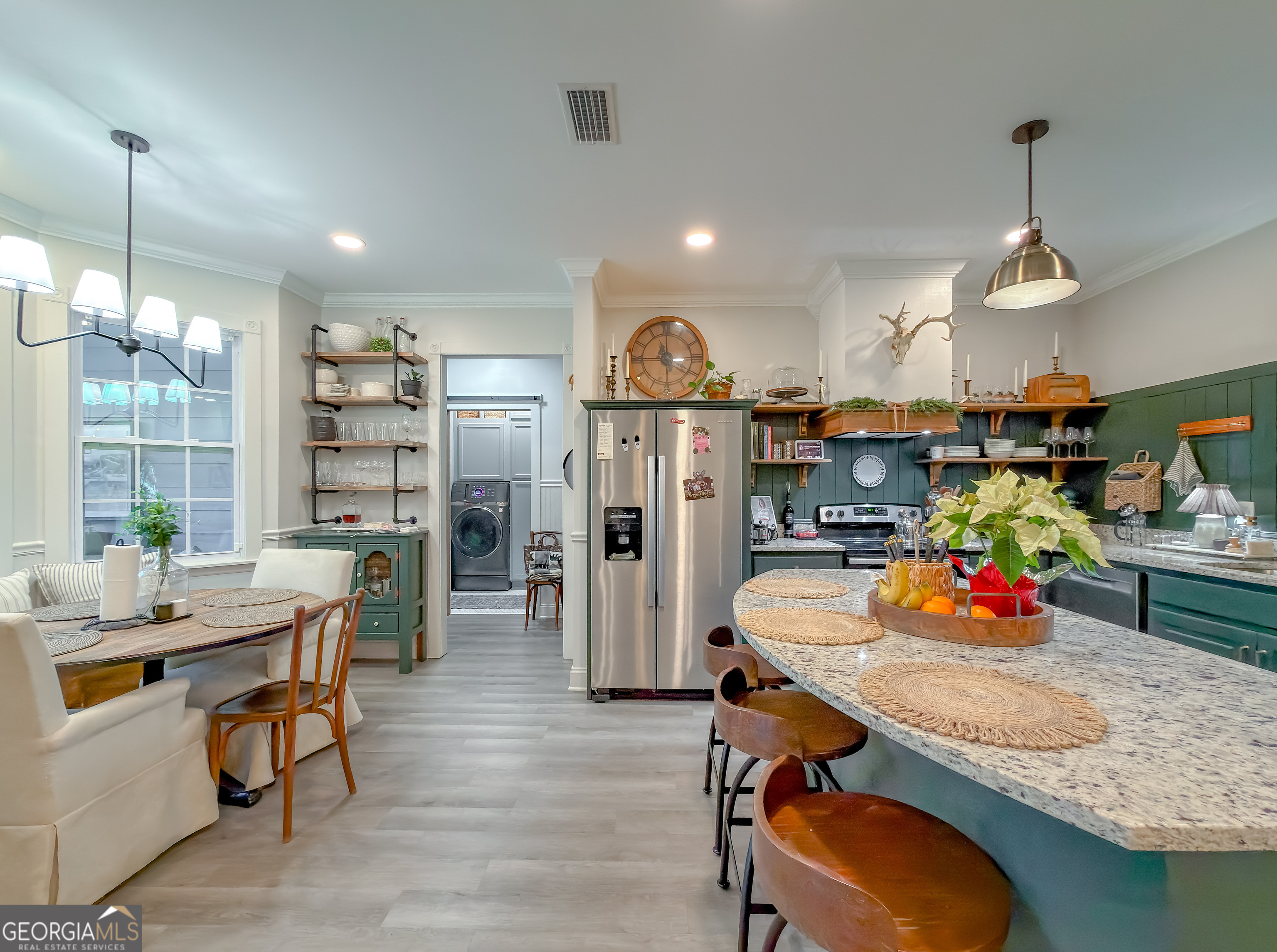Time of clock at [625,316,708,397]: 11:45
